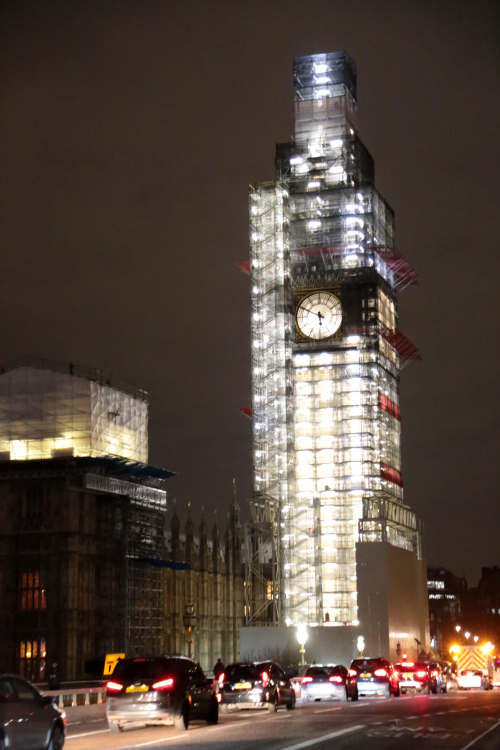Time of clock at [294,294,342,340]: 5:49
